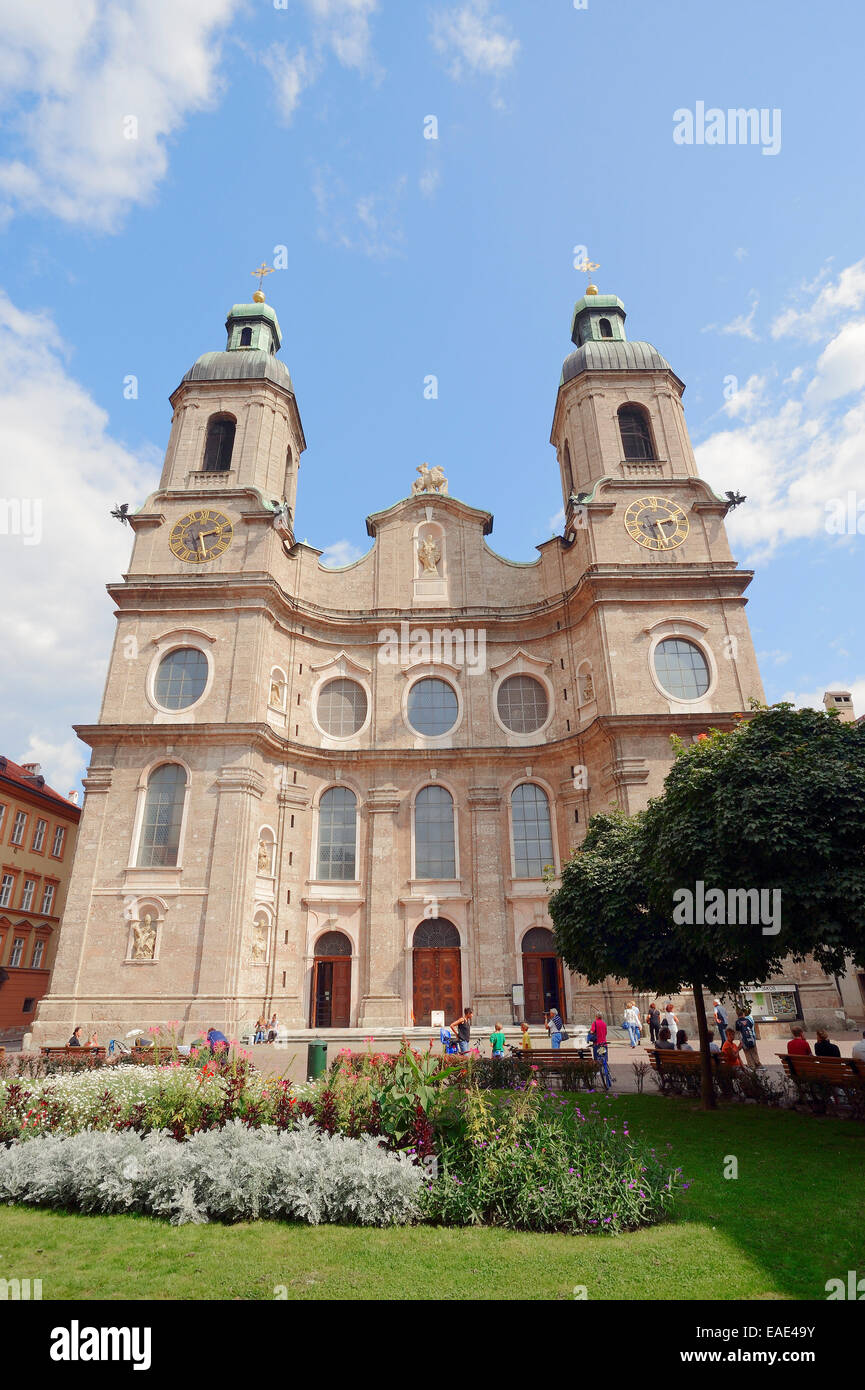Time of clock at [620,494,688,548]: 2:27
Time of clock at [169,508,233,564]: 2:27
